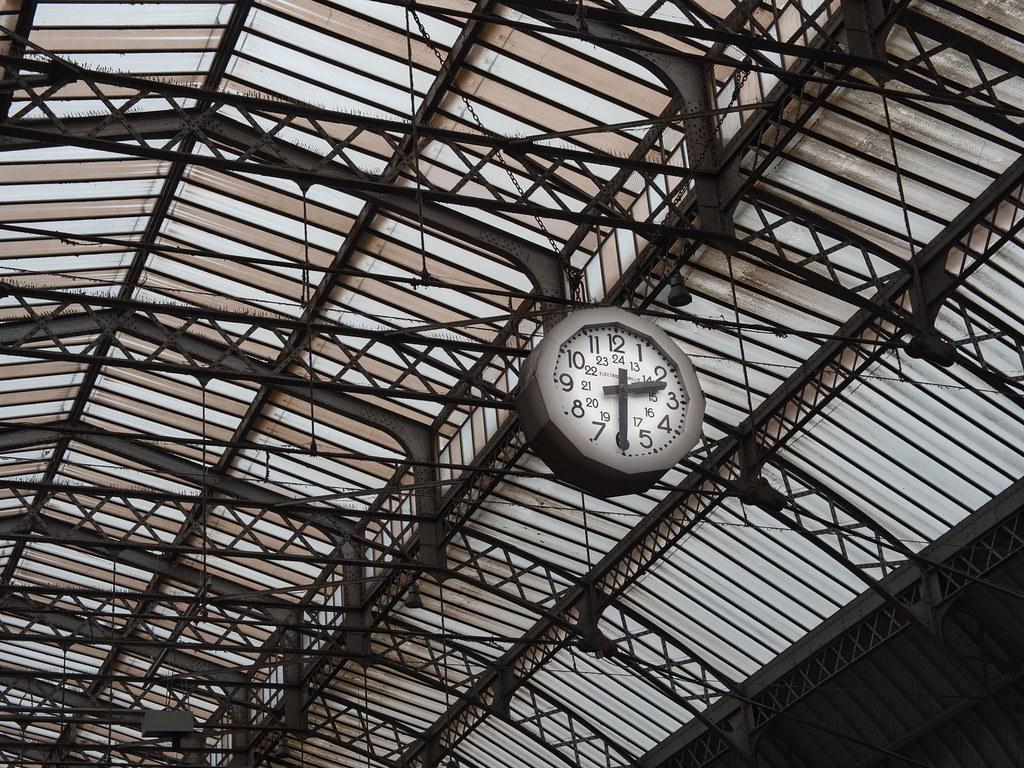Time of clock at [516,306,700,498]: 2:29
